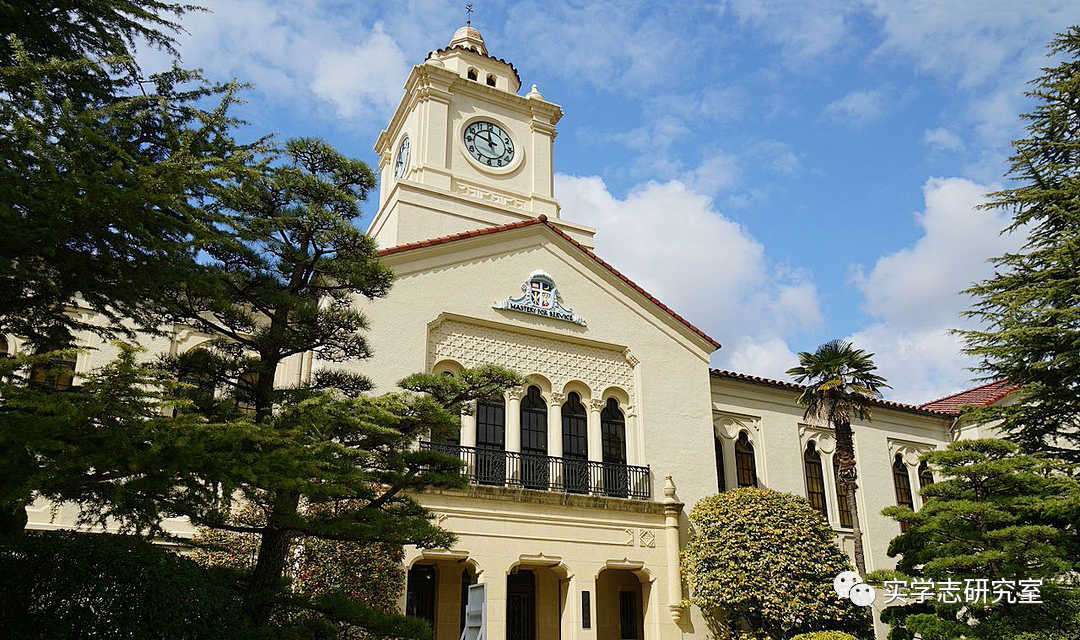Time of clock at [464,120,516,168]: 11:48
